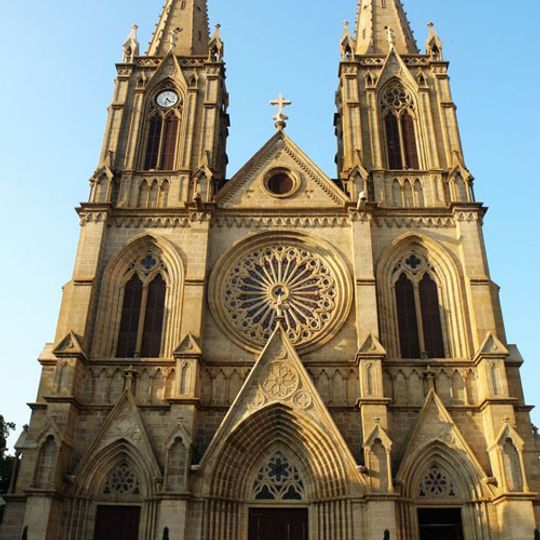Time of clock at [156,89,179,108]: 4:31
